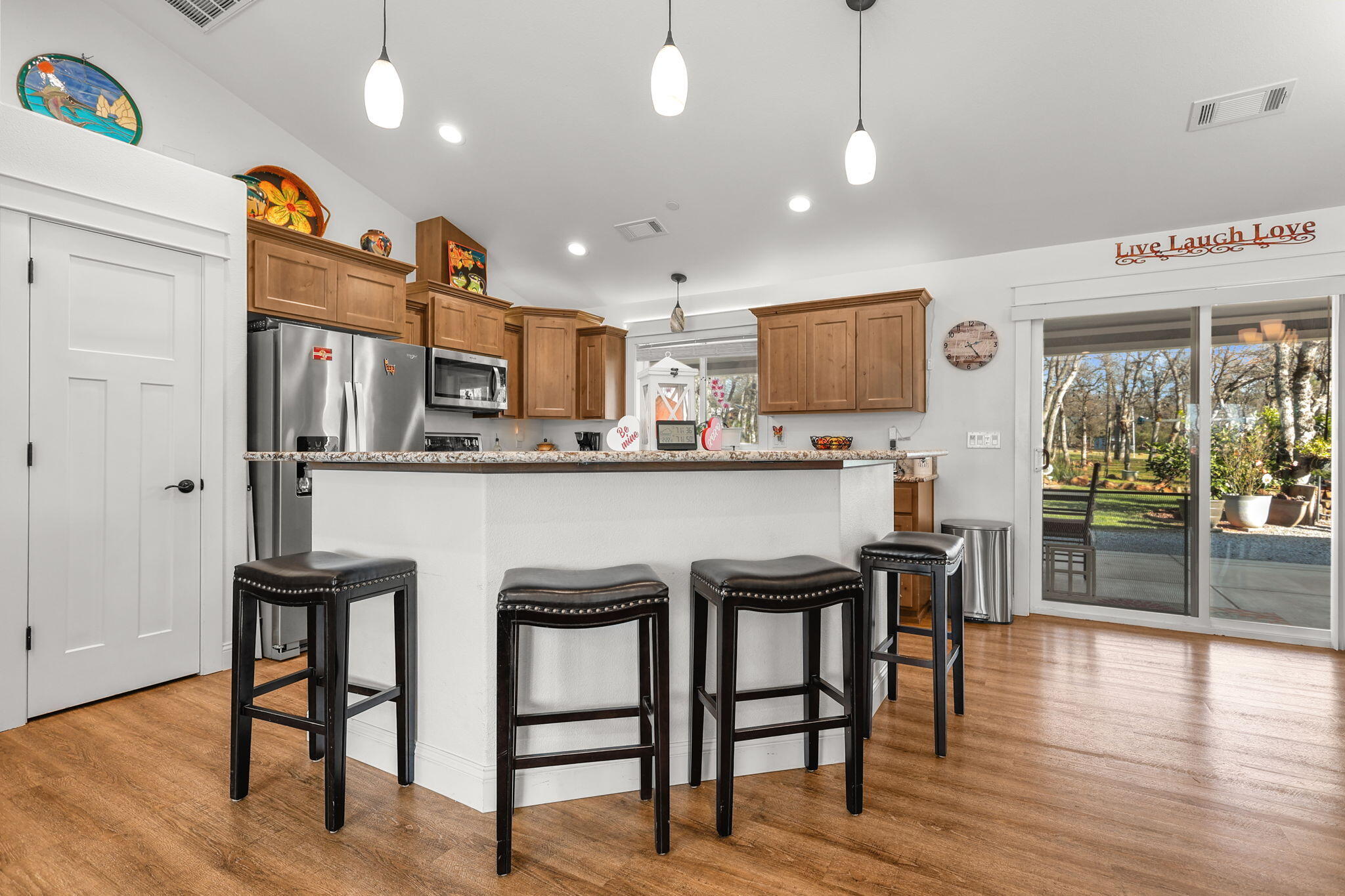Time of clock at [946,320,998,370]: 2:23
